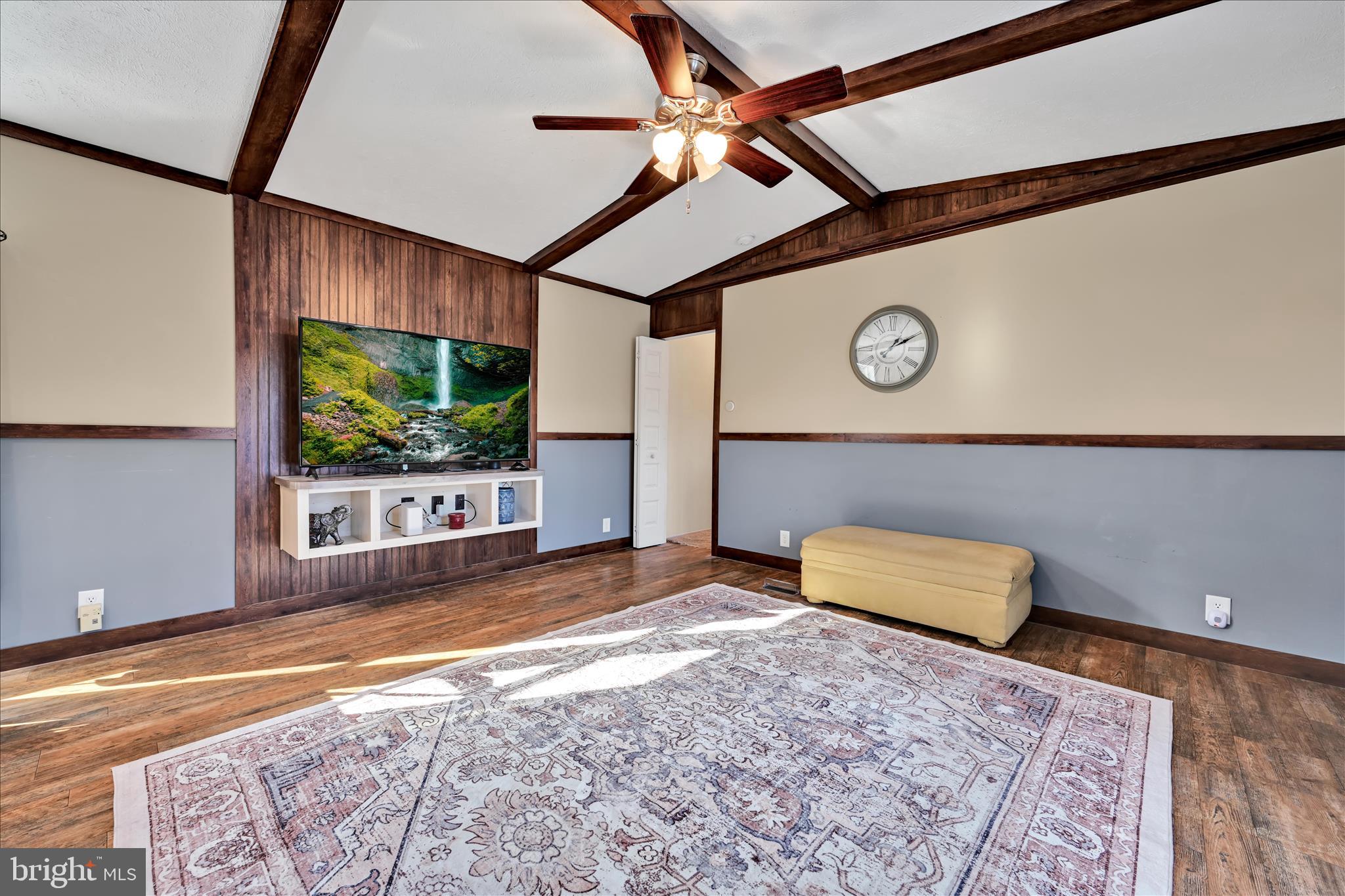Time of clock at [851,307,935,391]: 1:10
